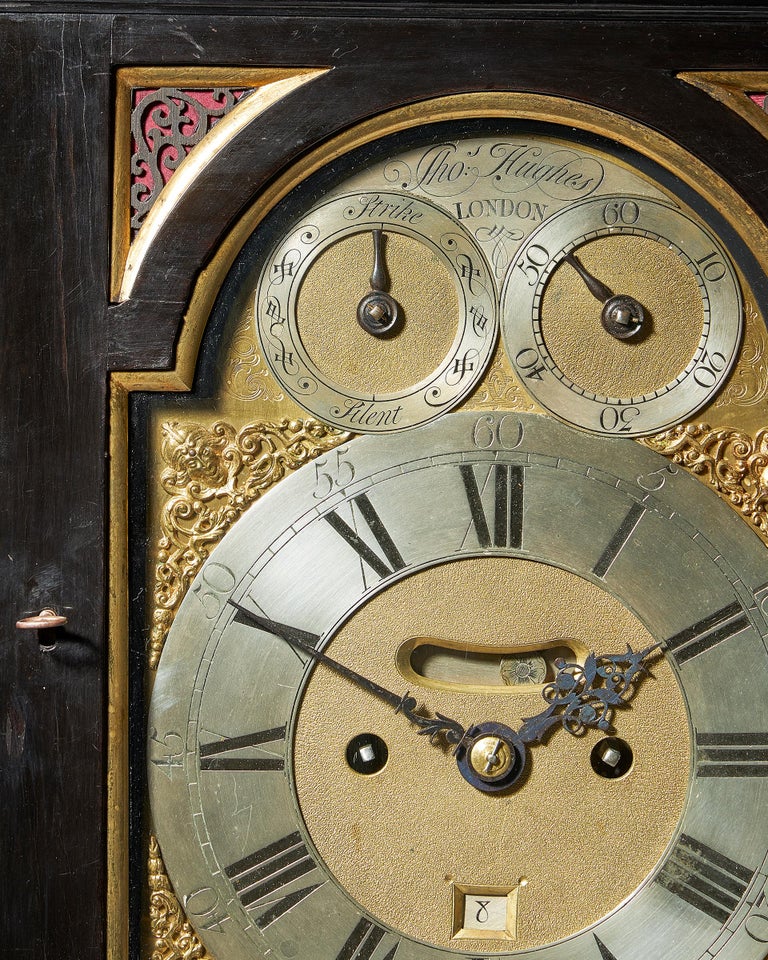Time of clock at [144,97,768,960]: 1:50
